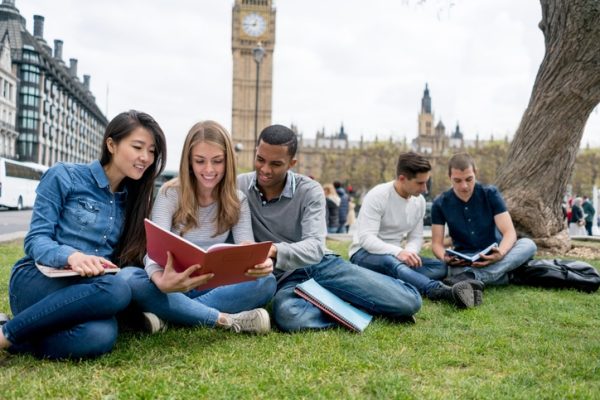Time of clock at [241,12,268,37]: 12:43
